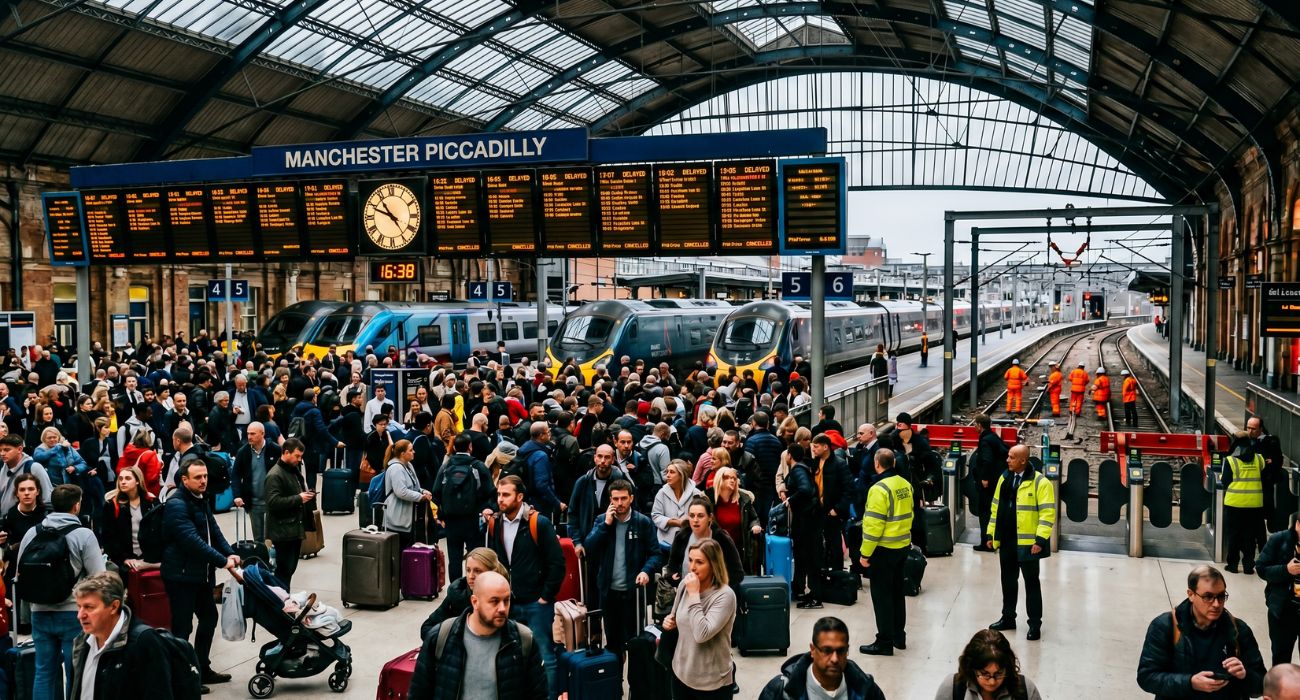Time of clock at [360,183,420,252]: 10:48
